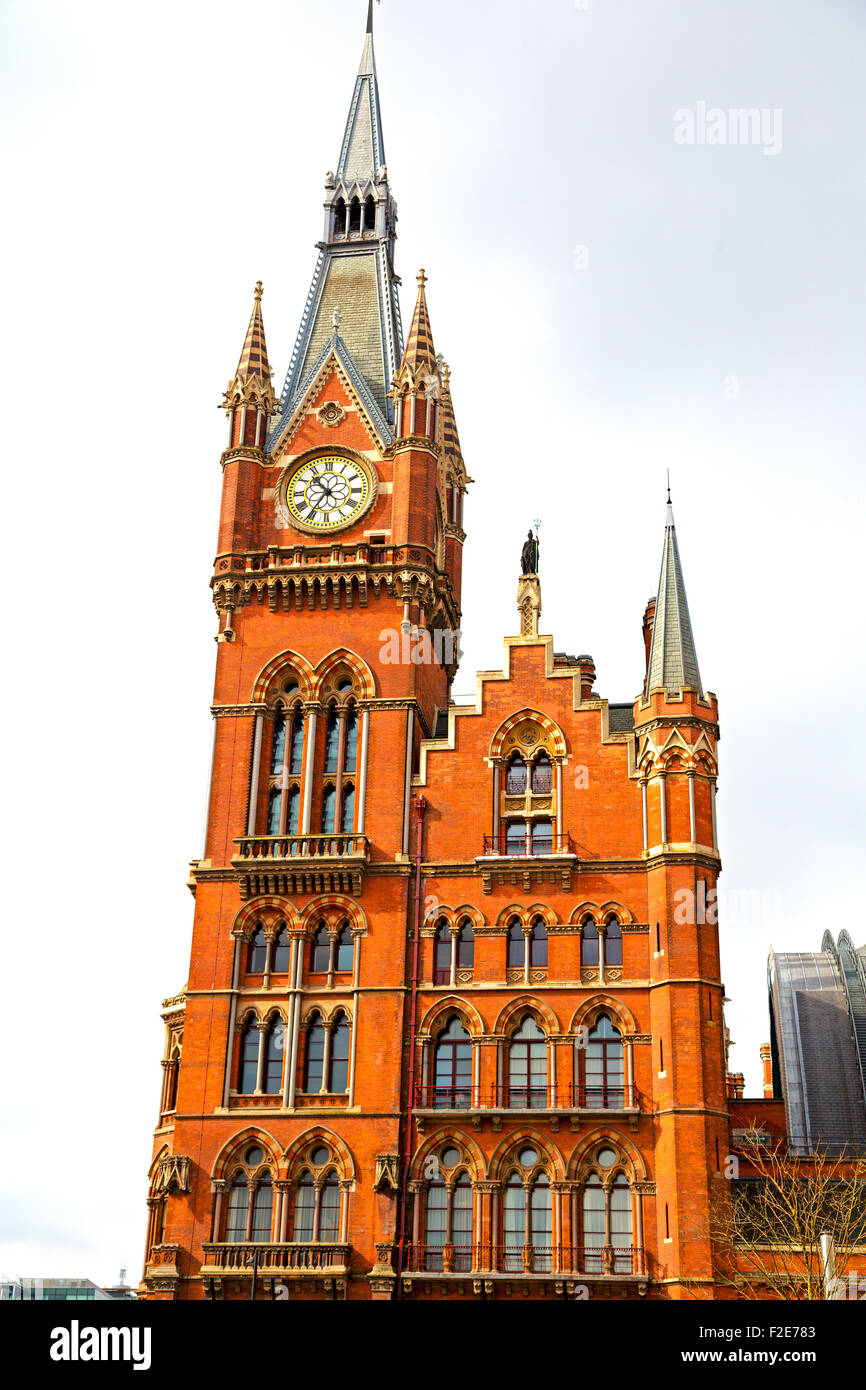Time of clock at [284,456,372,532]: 10:35
